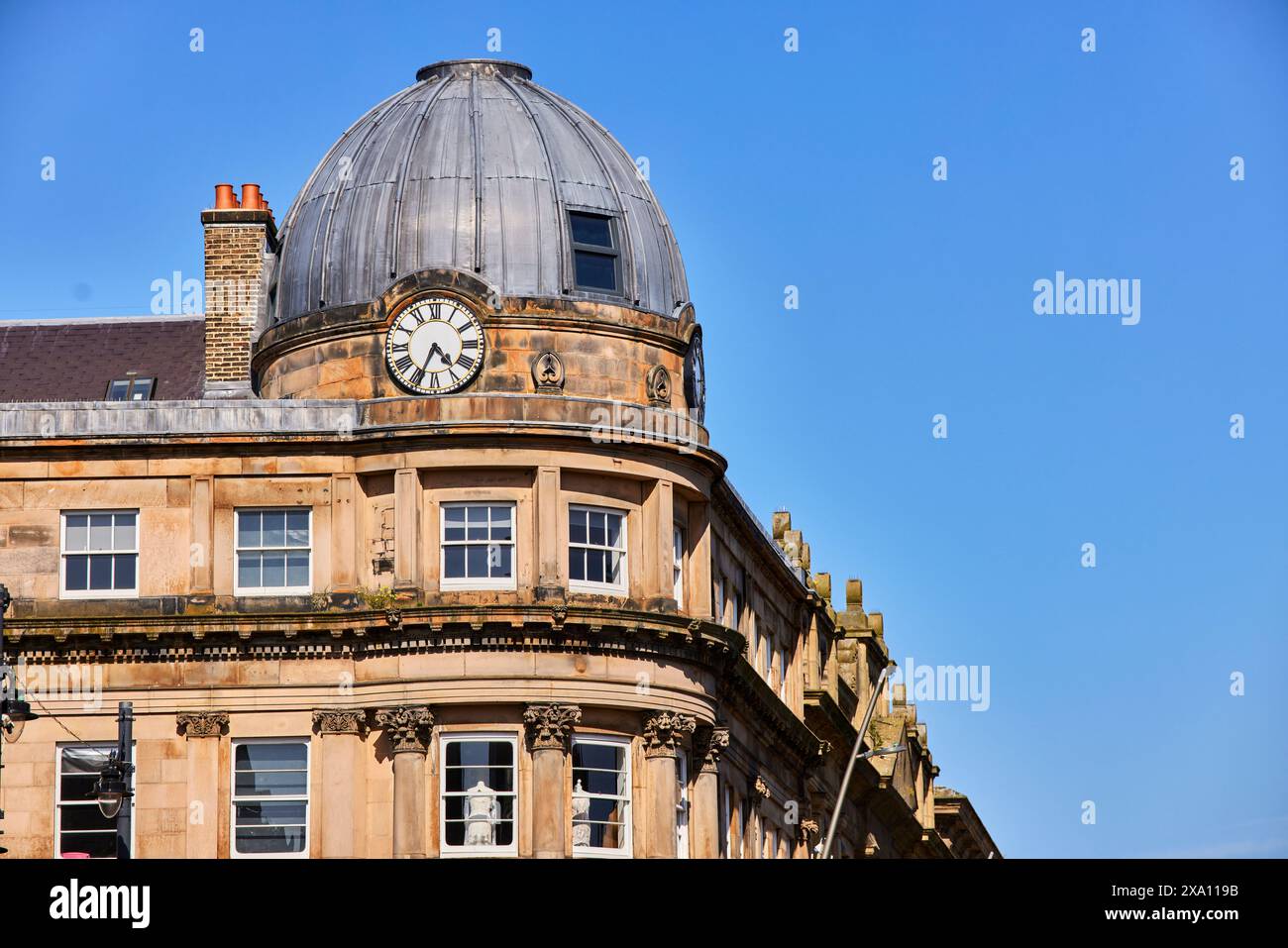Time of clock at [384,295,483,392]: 4:34
